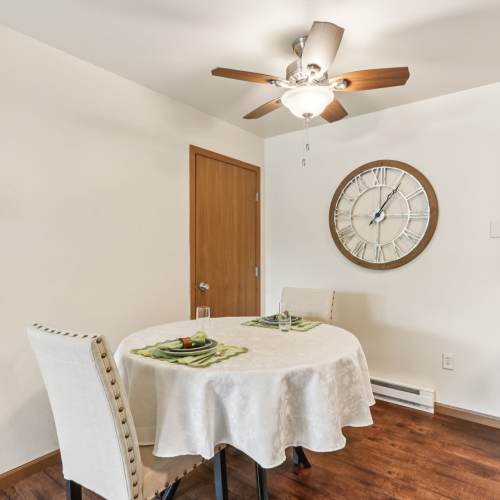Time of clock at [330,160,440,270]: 1:05
